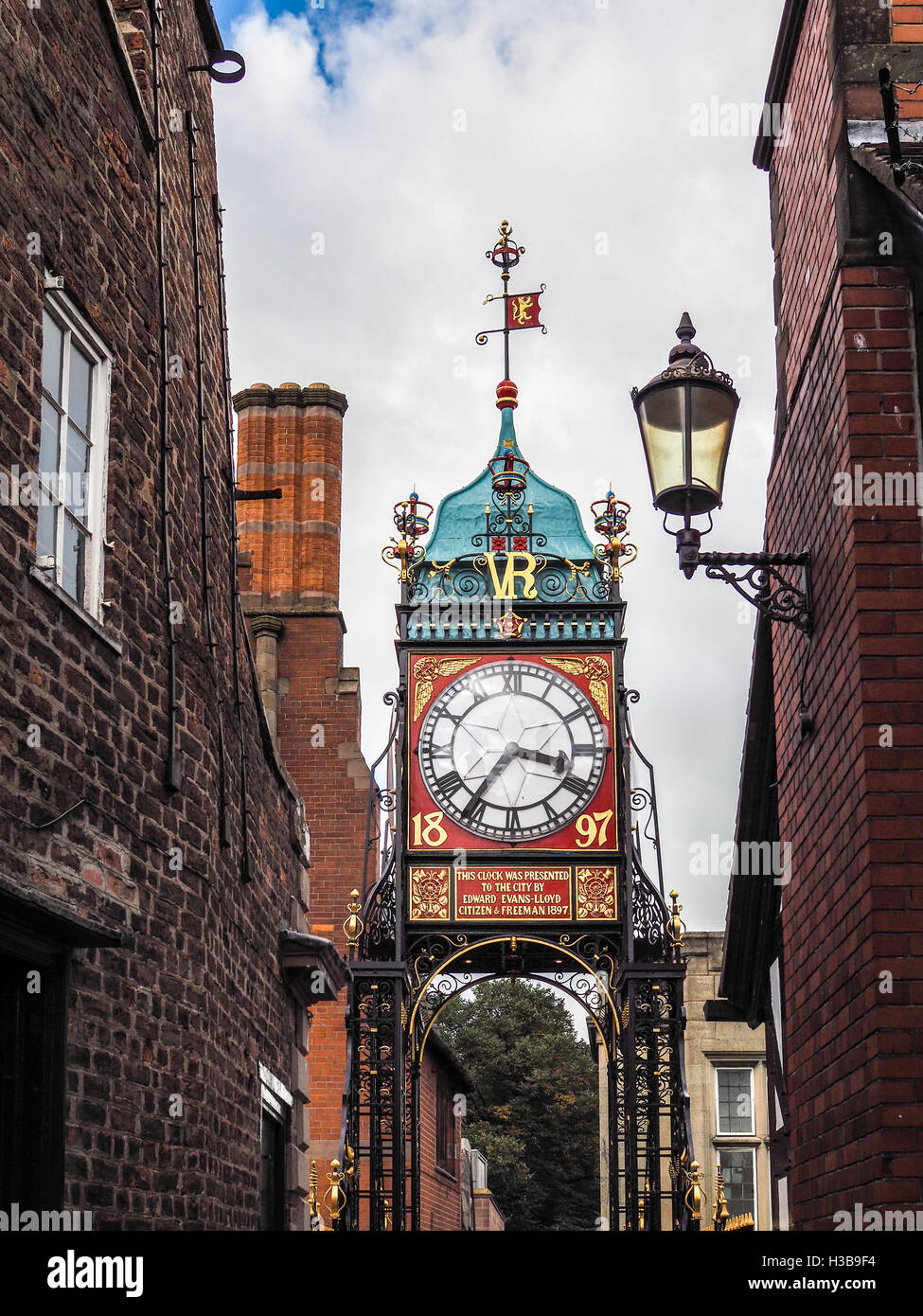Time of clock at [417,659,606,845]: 3:36
